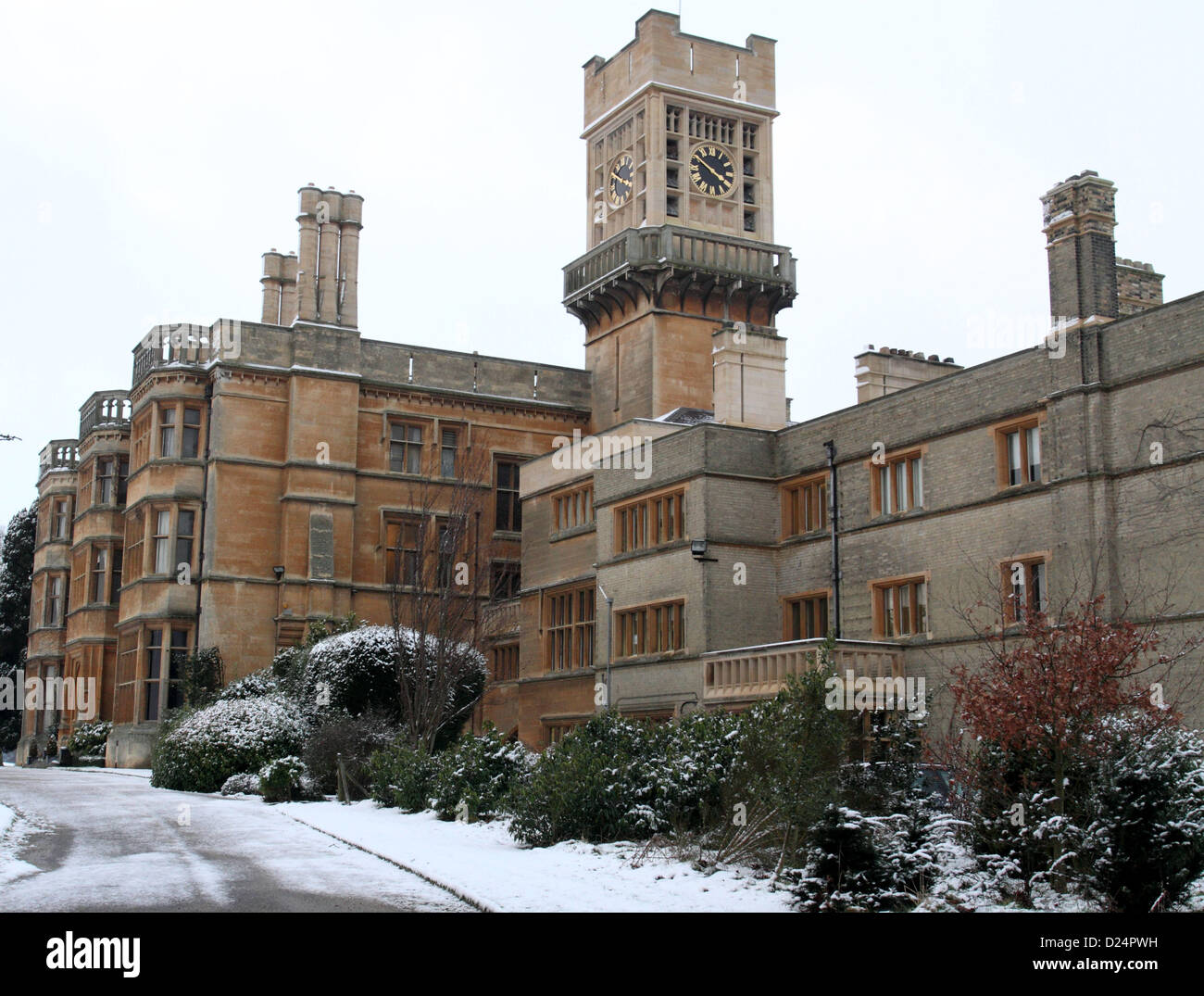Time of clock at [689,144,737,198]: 3:50
